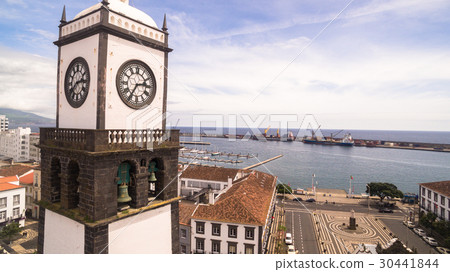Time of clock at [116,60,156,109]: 2:35
